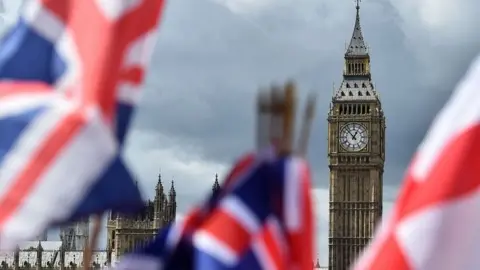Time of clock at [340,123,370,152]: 12:52
